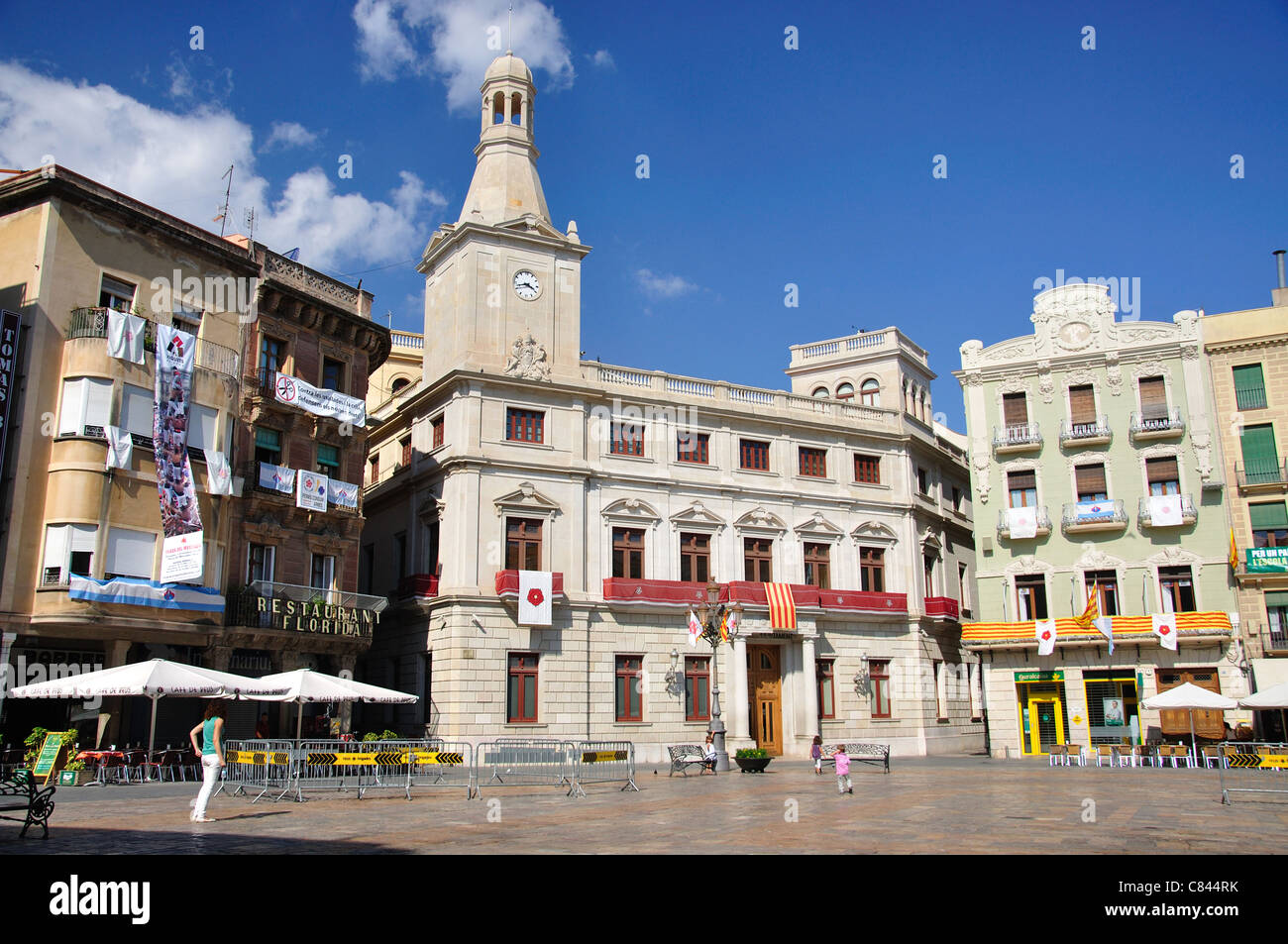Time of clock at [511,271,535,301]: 3:42
